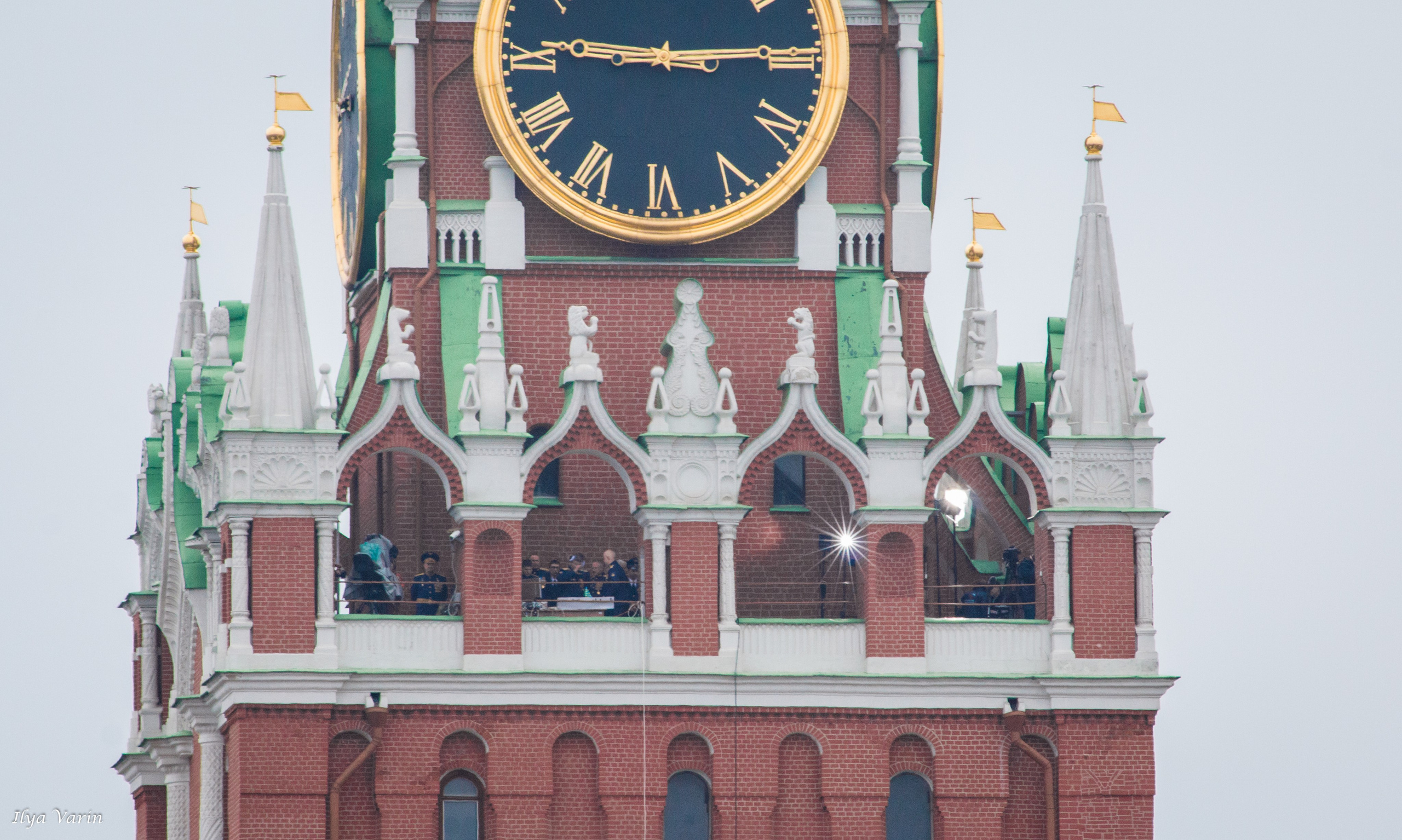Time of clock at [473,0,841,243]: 9:14
